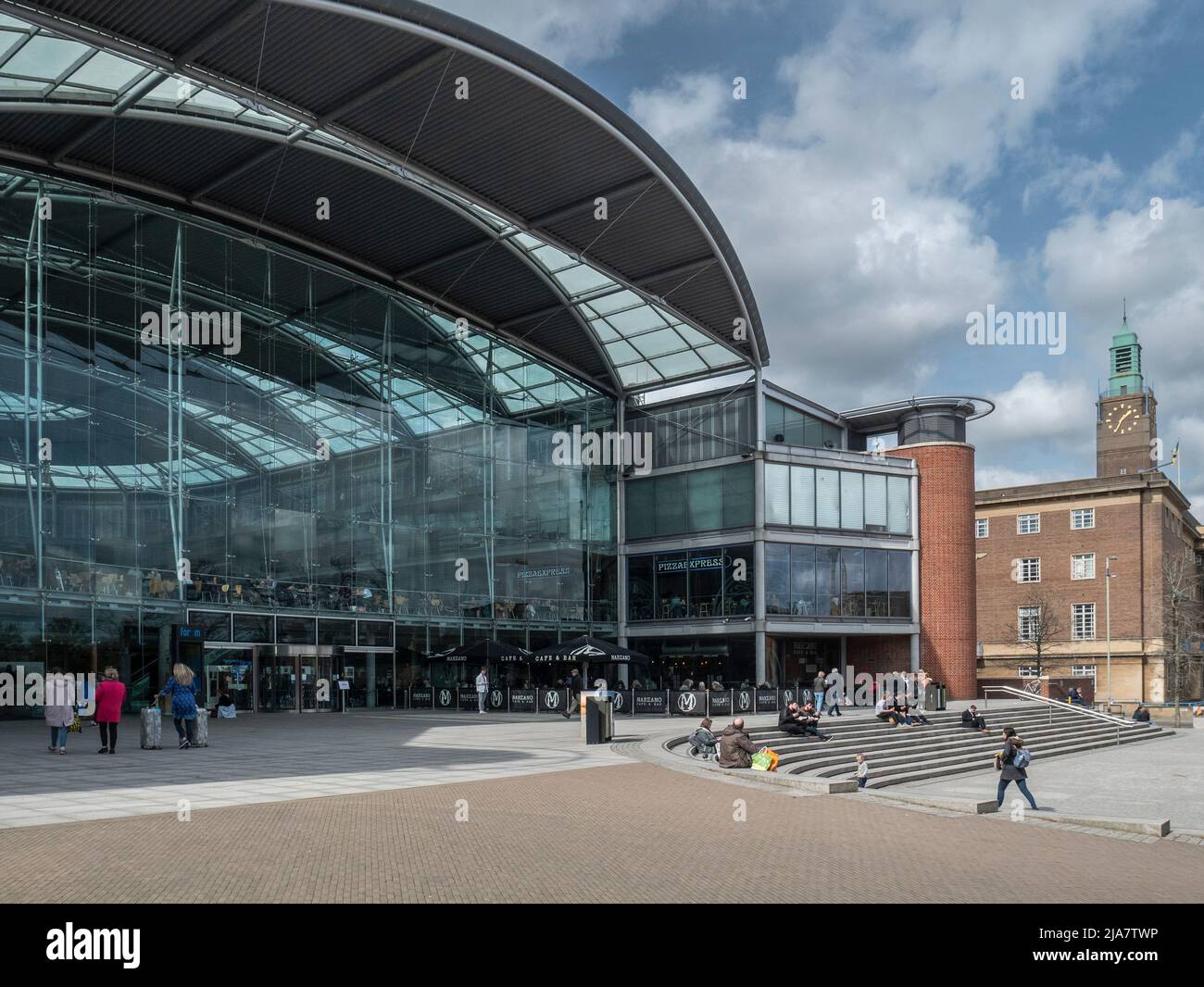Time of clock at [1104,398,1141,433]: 1:34
